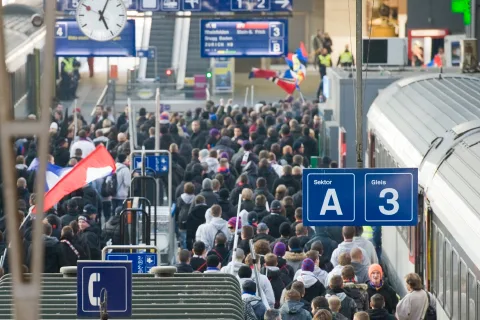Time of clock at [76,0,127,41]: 5:03
